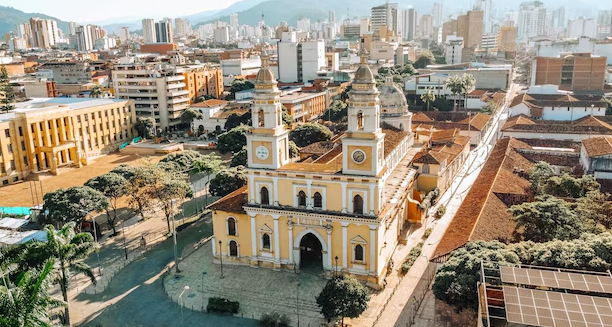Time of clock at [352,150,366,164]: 7:12
